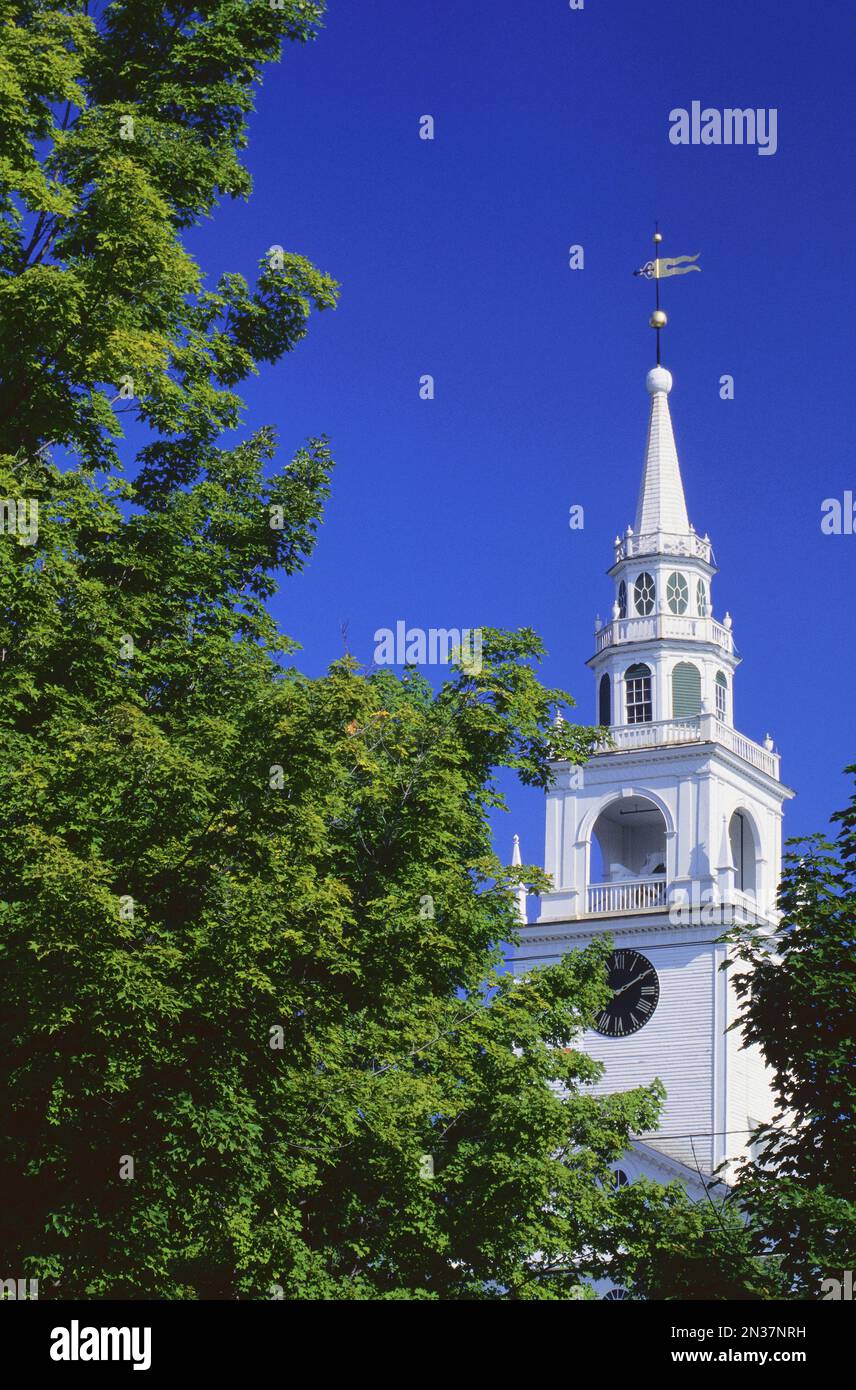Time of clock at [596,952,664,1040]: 8:09
